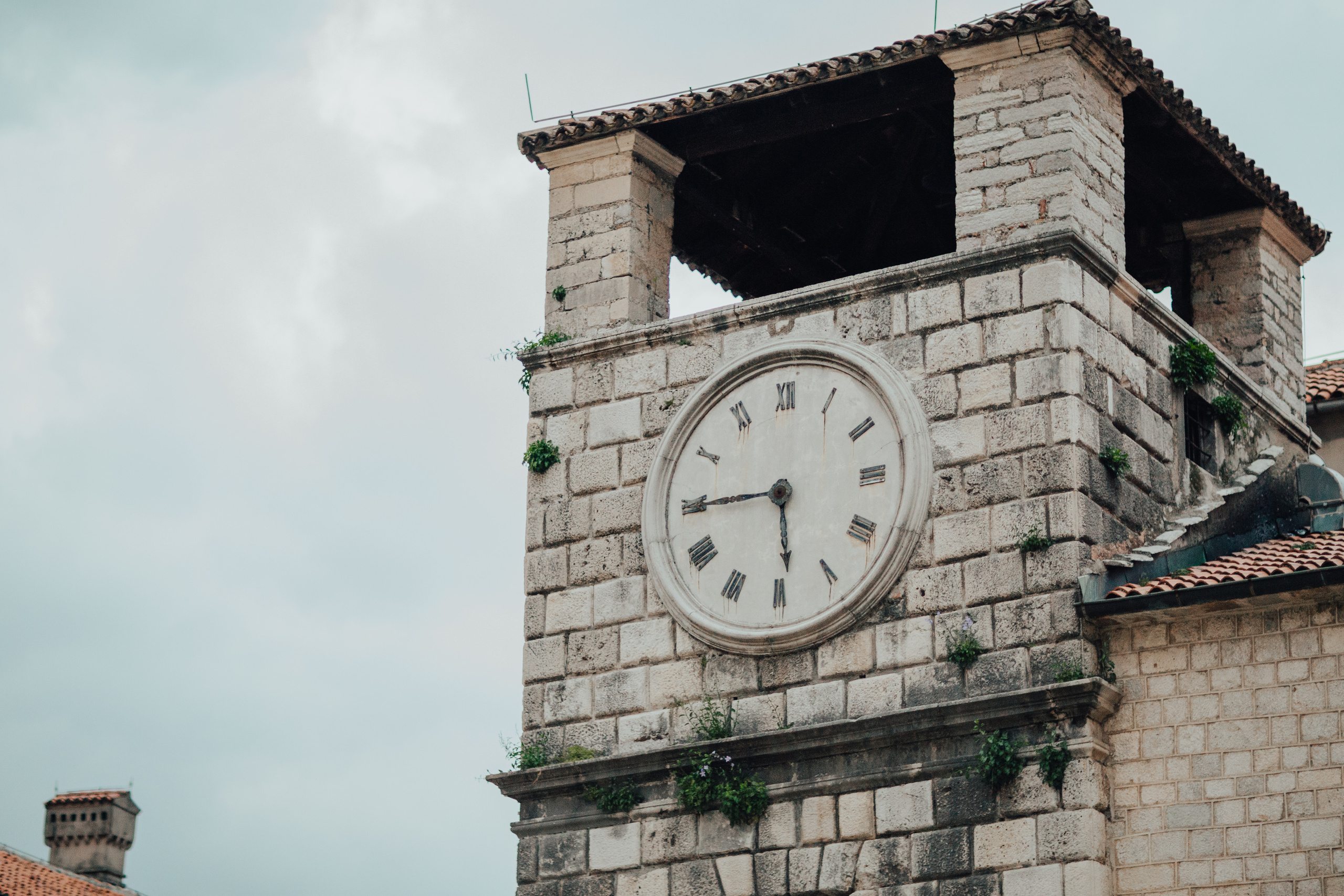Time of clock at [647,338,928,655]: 5:44
